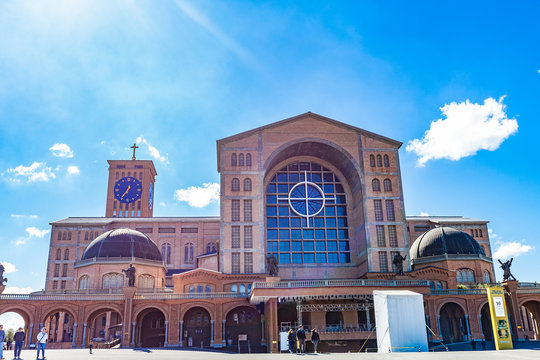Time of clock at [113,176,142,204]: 12:36
